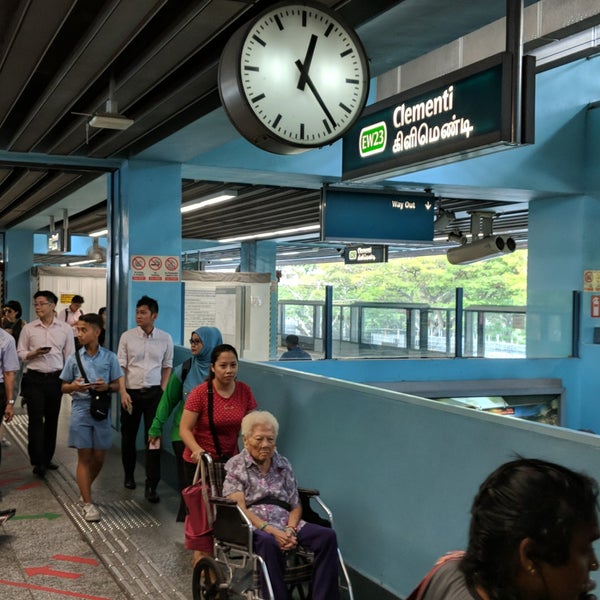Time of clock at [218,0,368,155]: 12:23
